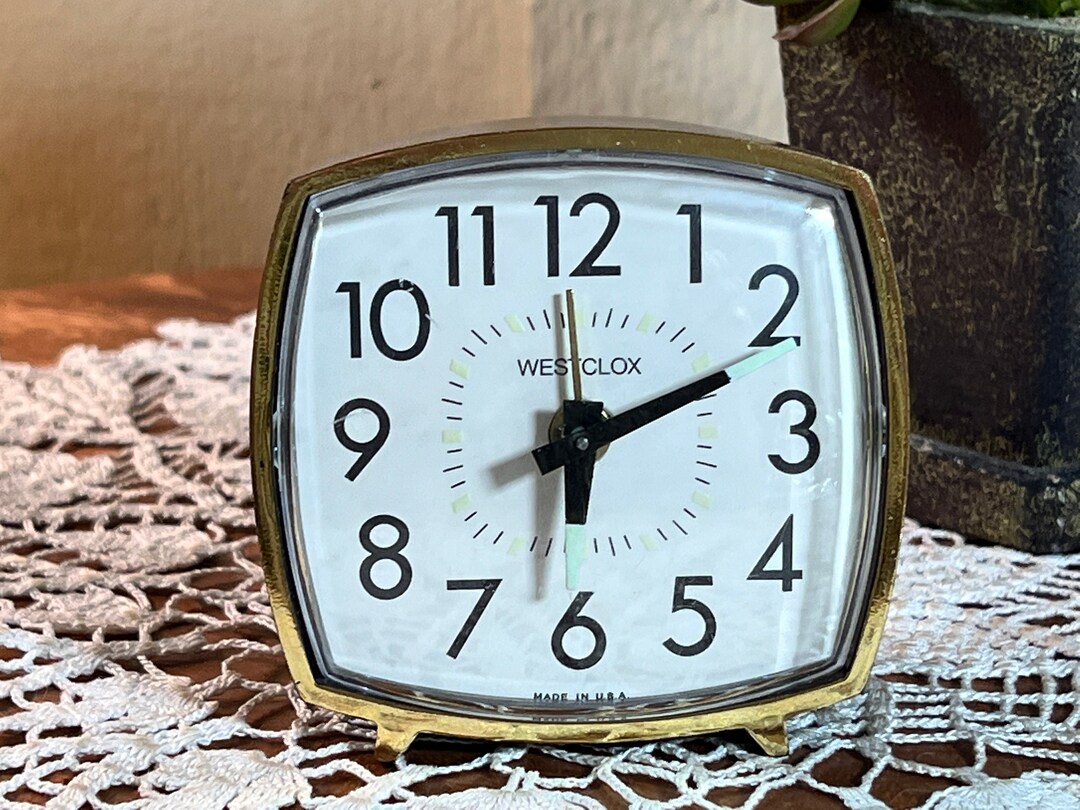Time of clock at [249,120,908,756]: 6:11
